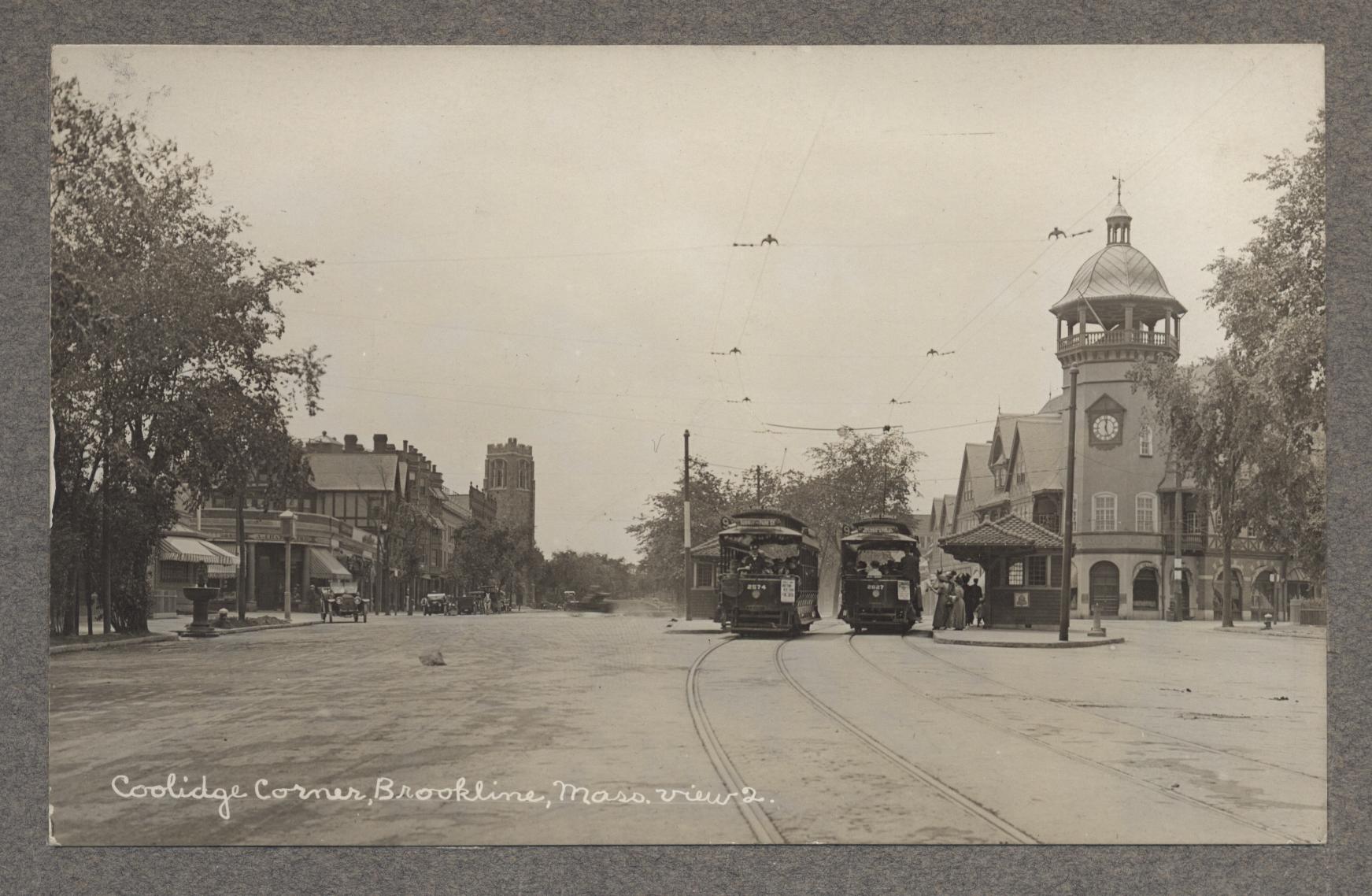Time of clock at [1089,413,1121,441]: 12:26
